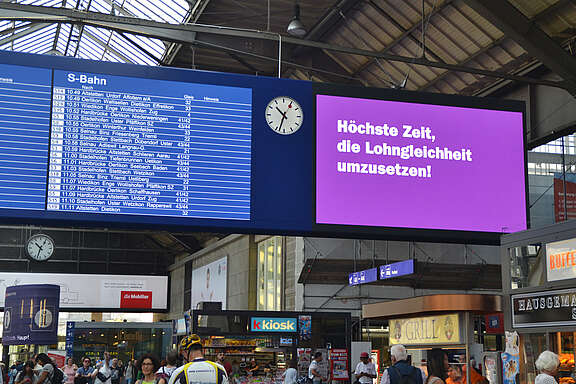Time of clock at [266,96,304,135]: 10:33
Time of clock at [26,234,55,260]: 10:33
